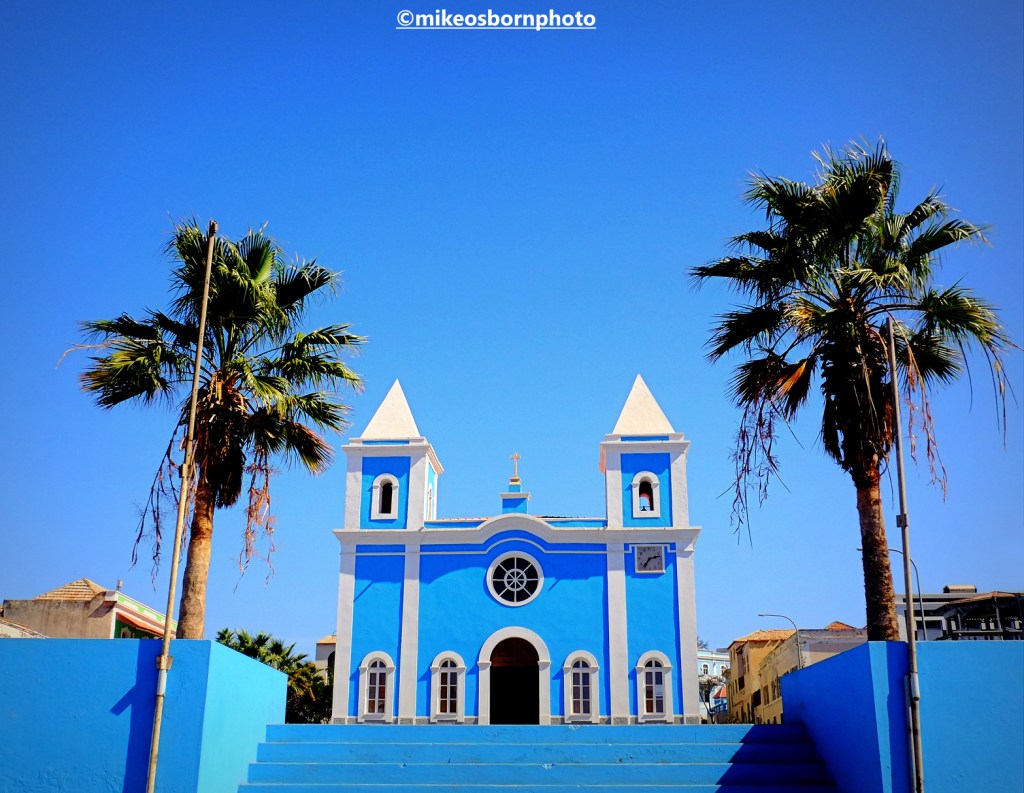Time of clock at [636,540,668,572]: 7:12
